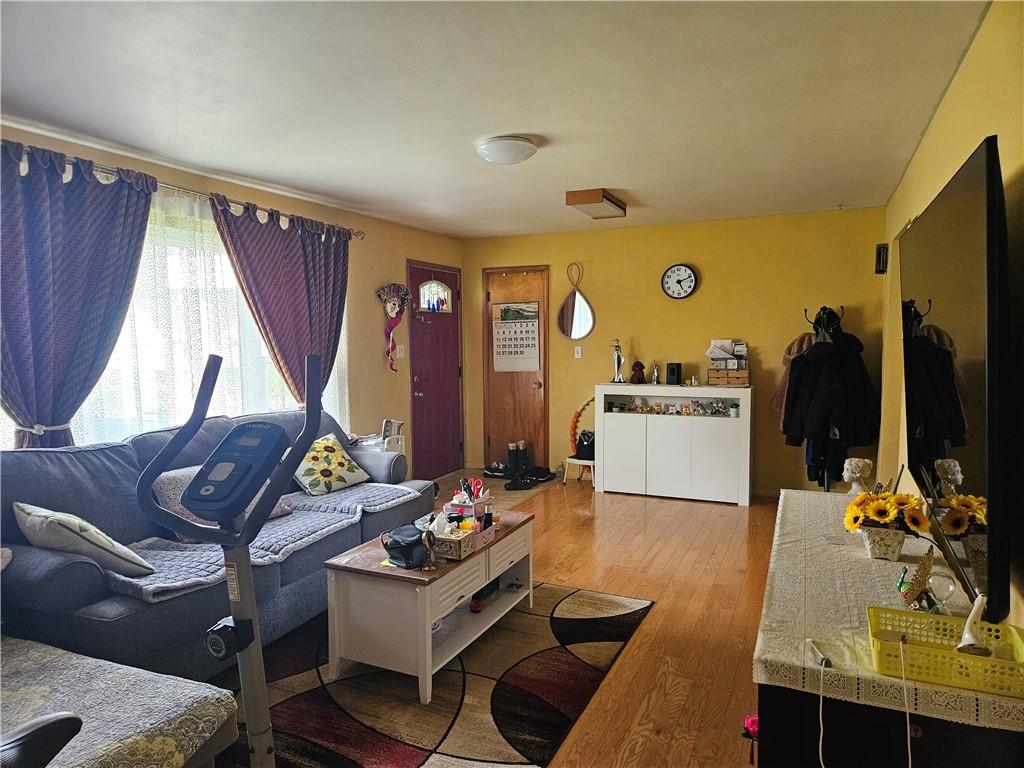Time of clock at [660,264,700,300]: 5:11
